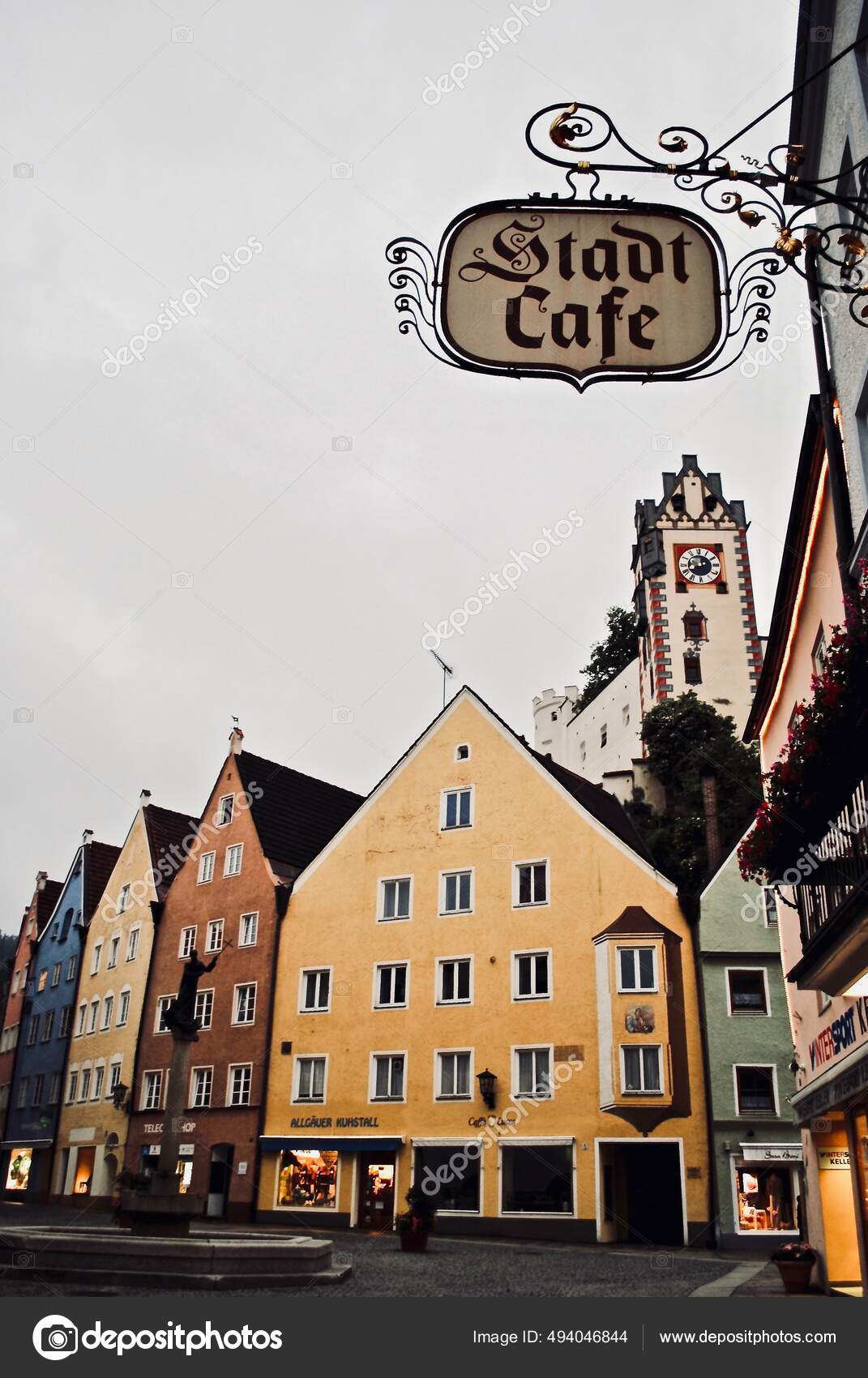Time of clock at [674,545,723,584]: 12:41
